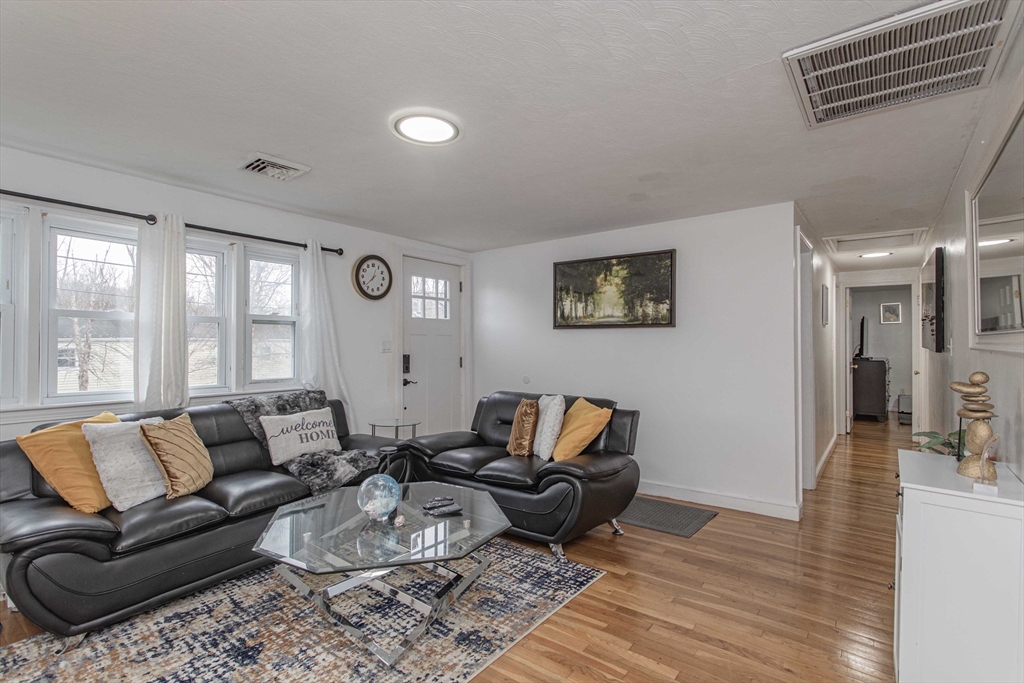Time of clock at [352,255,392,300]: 12:37
